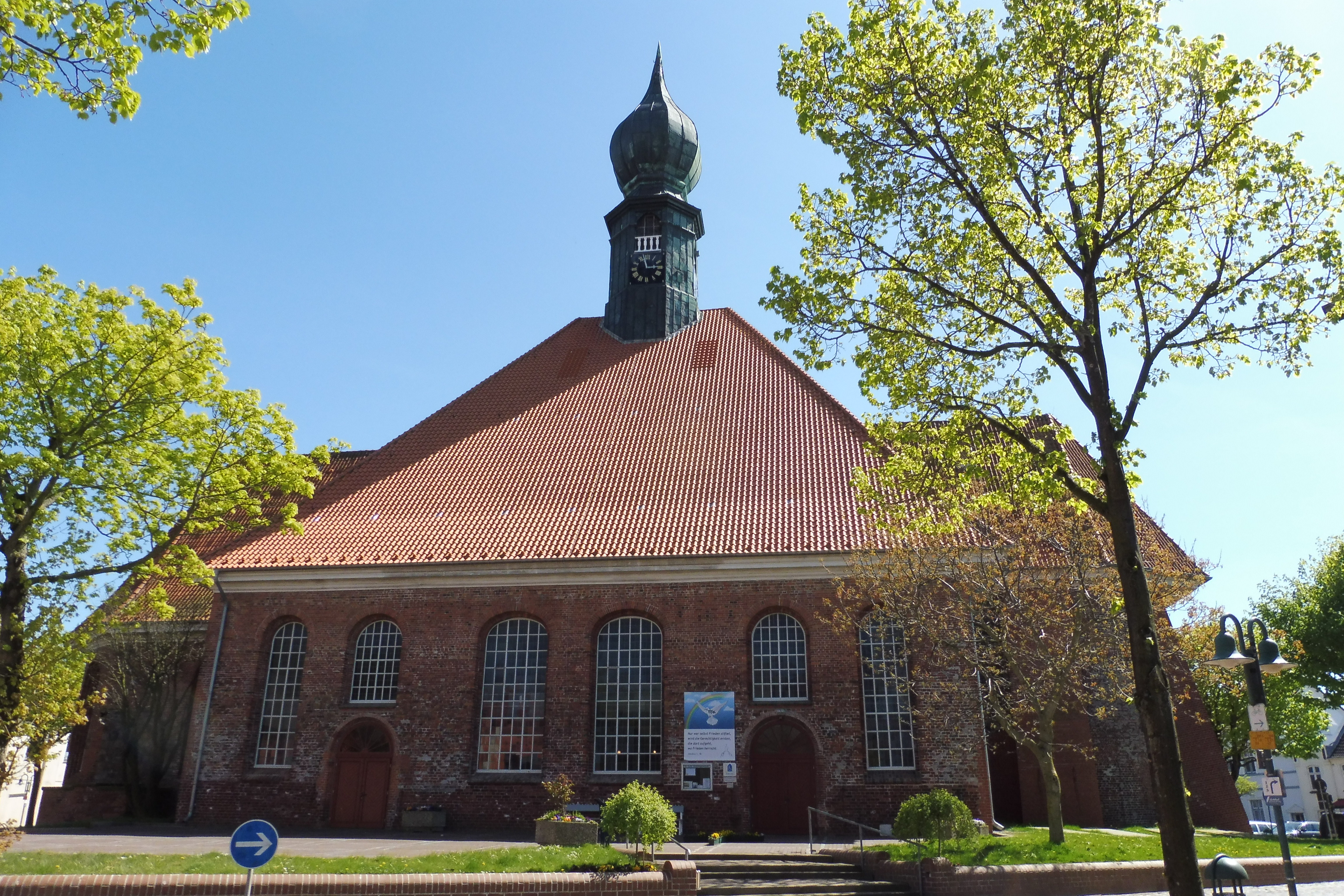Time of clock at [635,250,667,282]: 2:57
